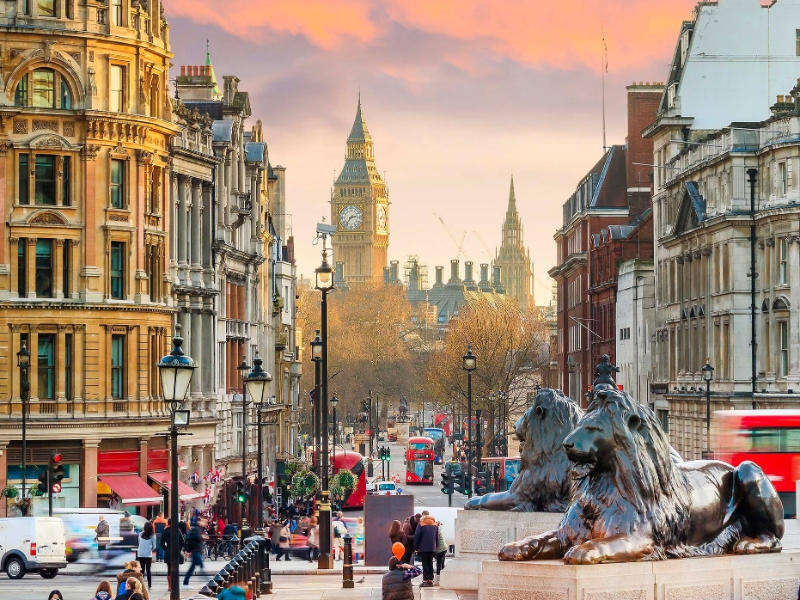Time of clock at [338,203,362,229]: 2:36
